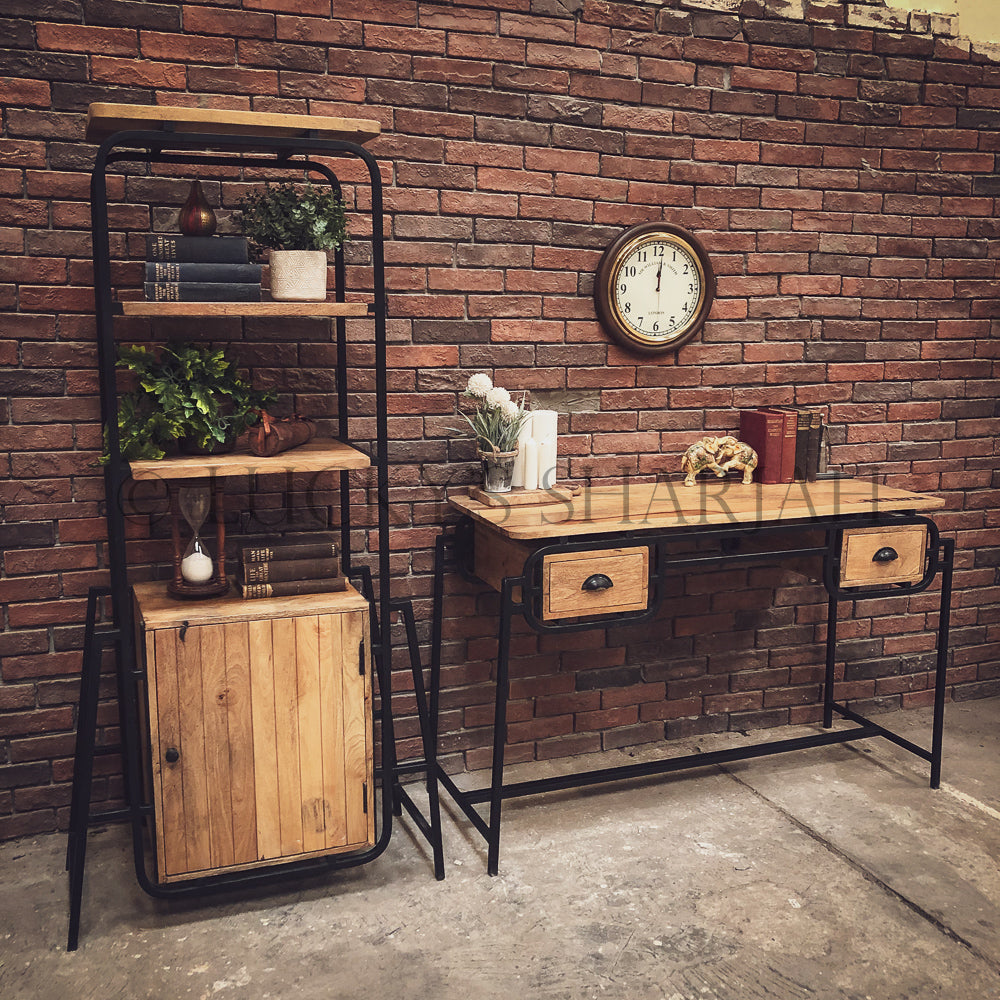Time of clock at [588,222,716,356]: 12:01
